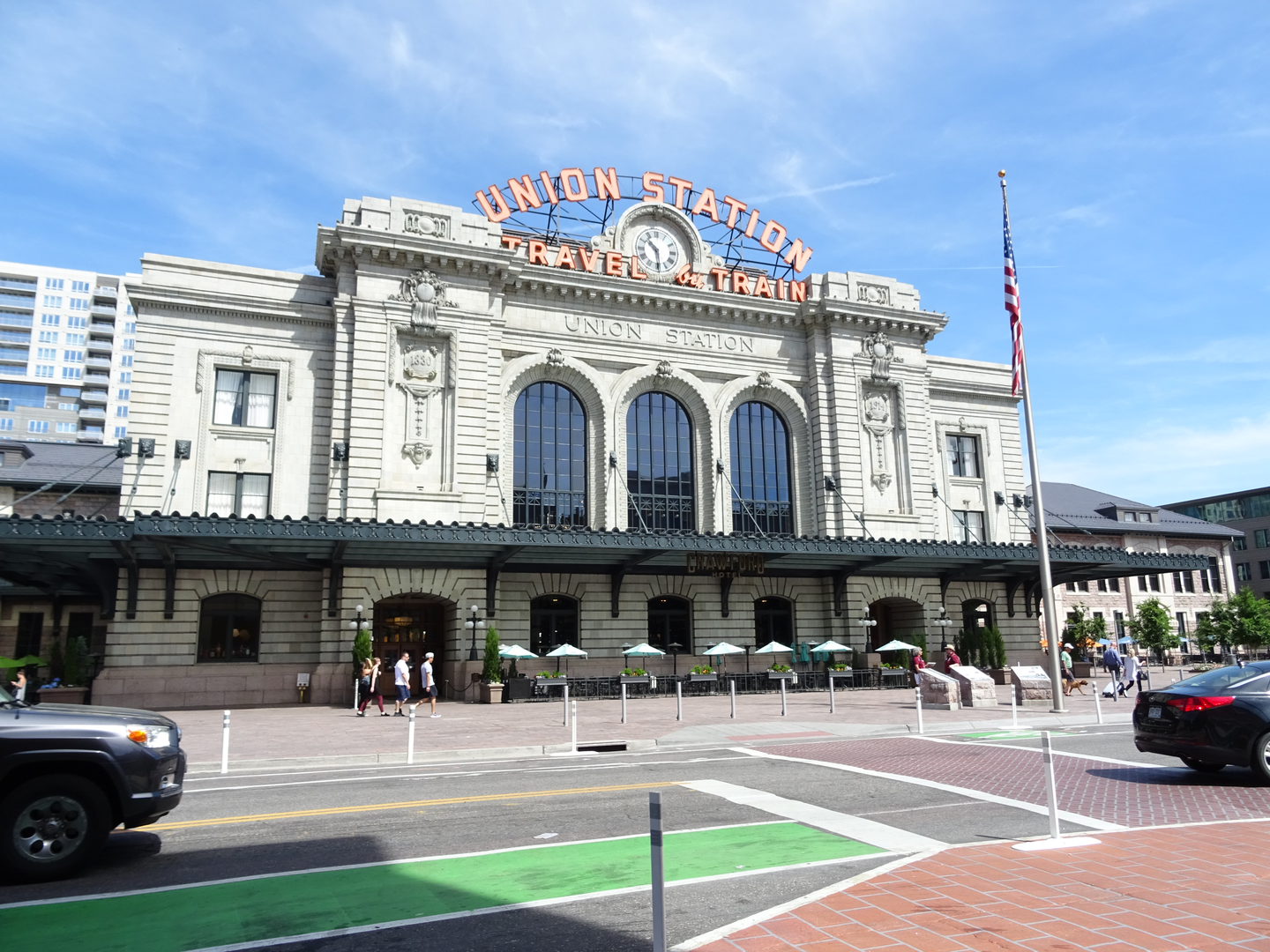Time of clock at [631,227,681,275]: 10:29
